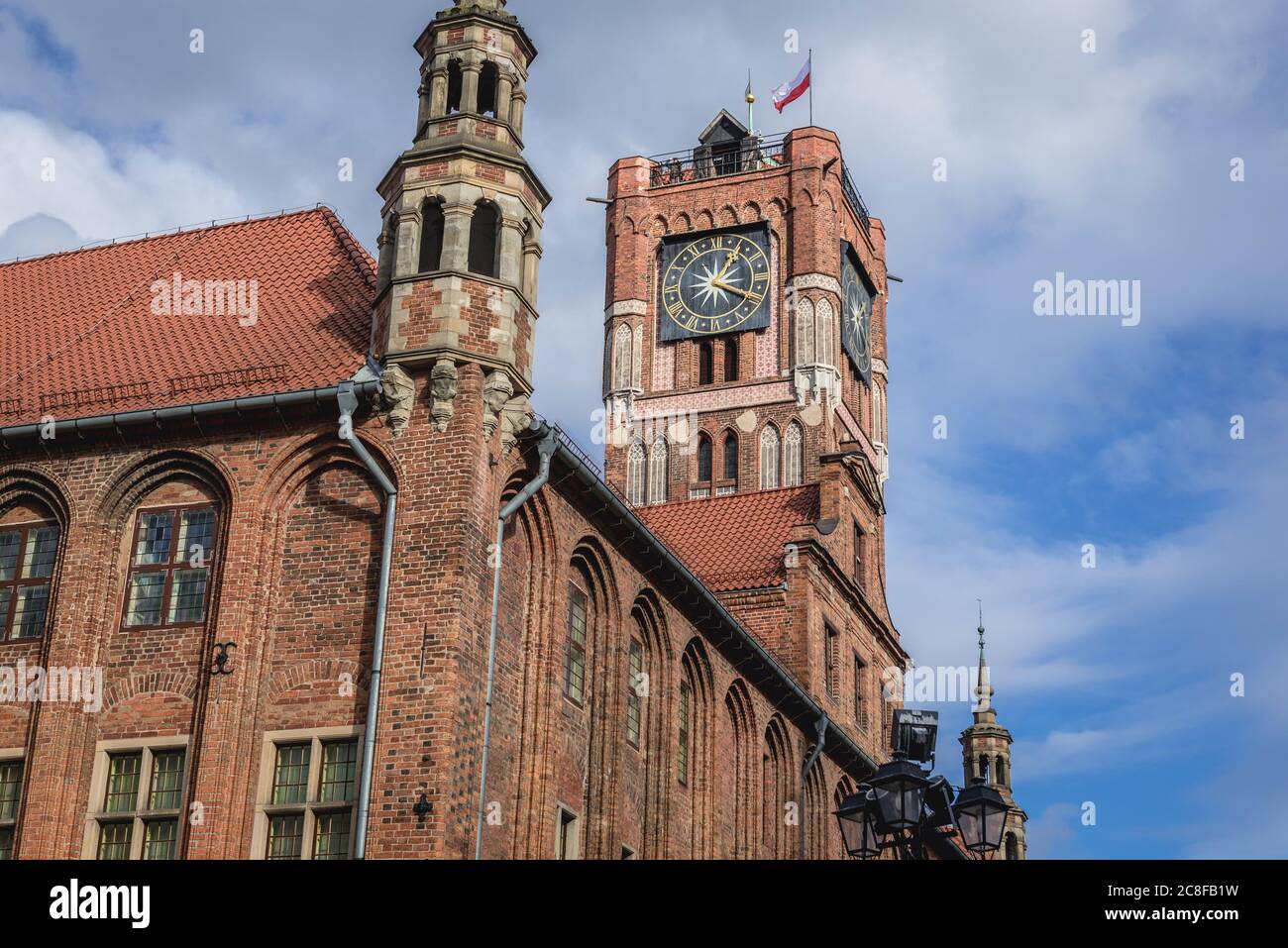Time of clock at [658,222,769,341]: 1:18
